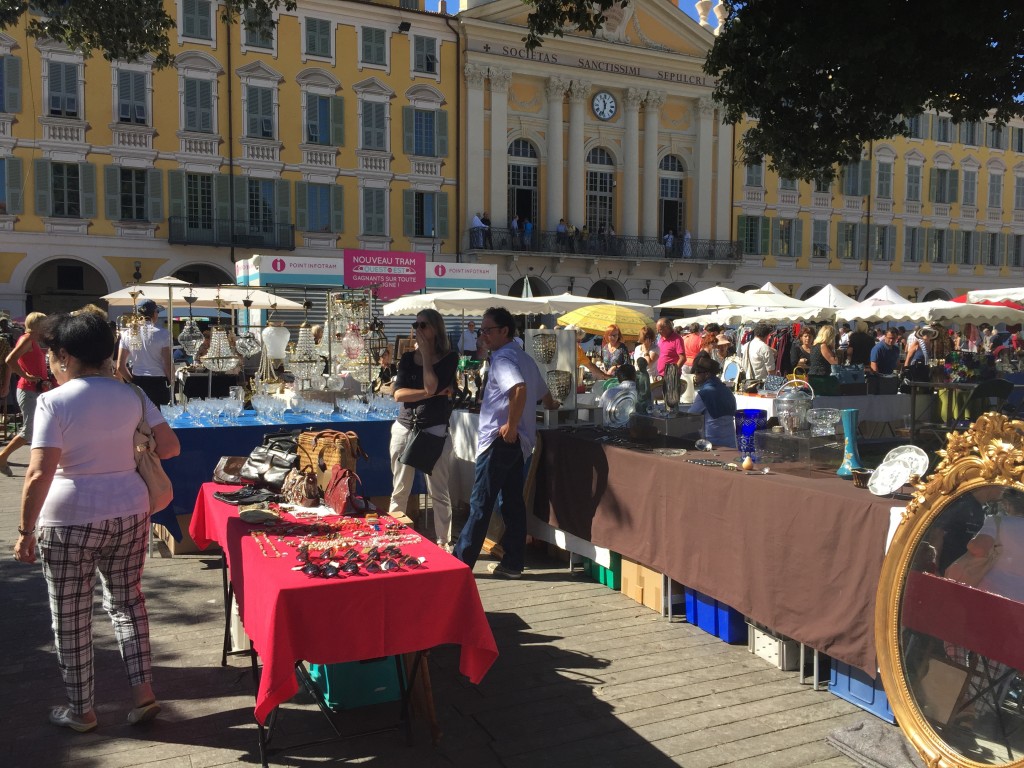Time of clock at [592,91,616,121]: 11:32
